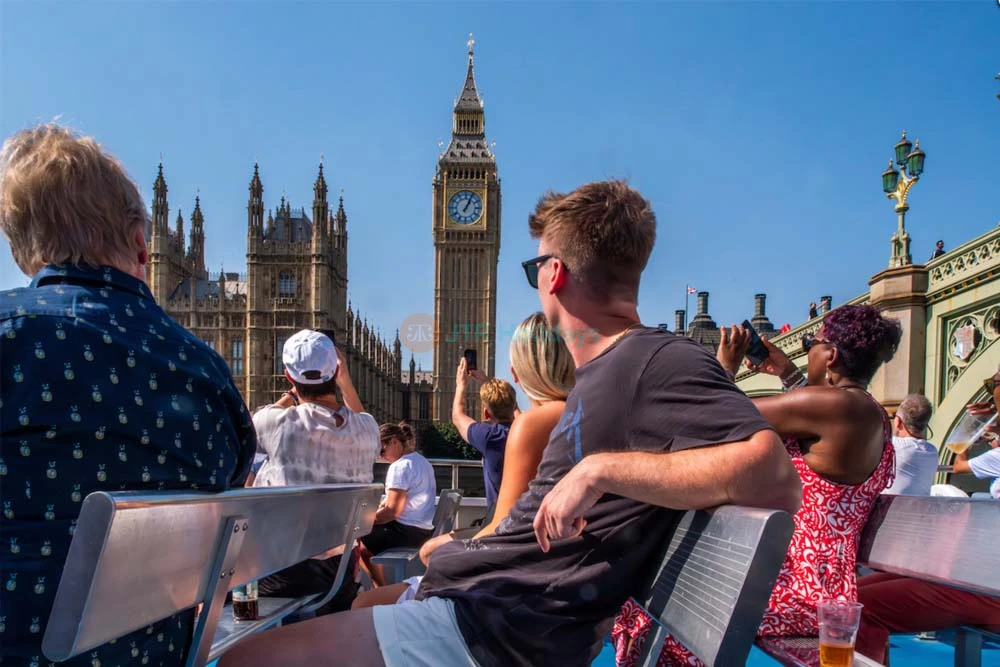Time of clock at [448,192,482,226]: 1:04
